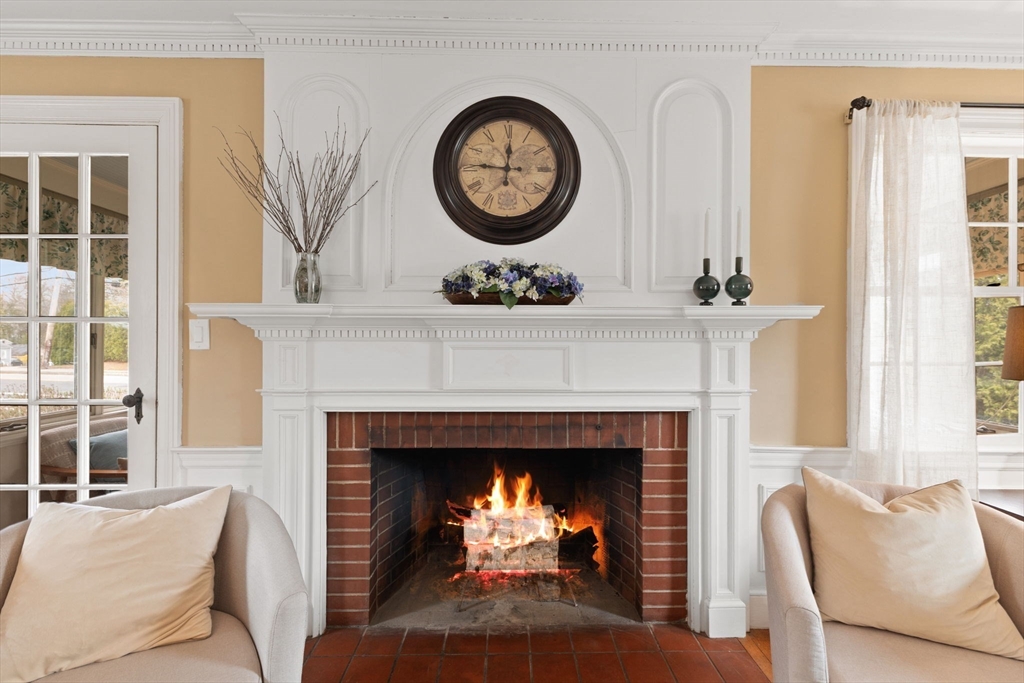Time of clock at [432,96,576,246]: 11:46
